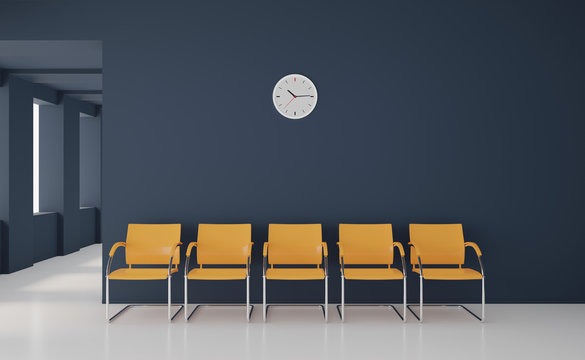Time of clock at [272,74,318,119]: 10:14
